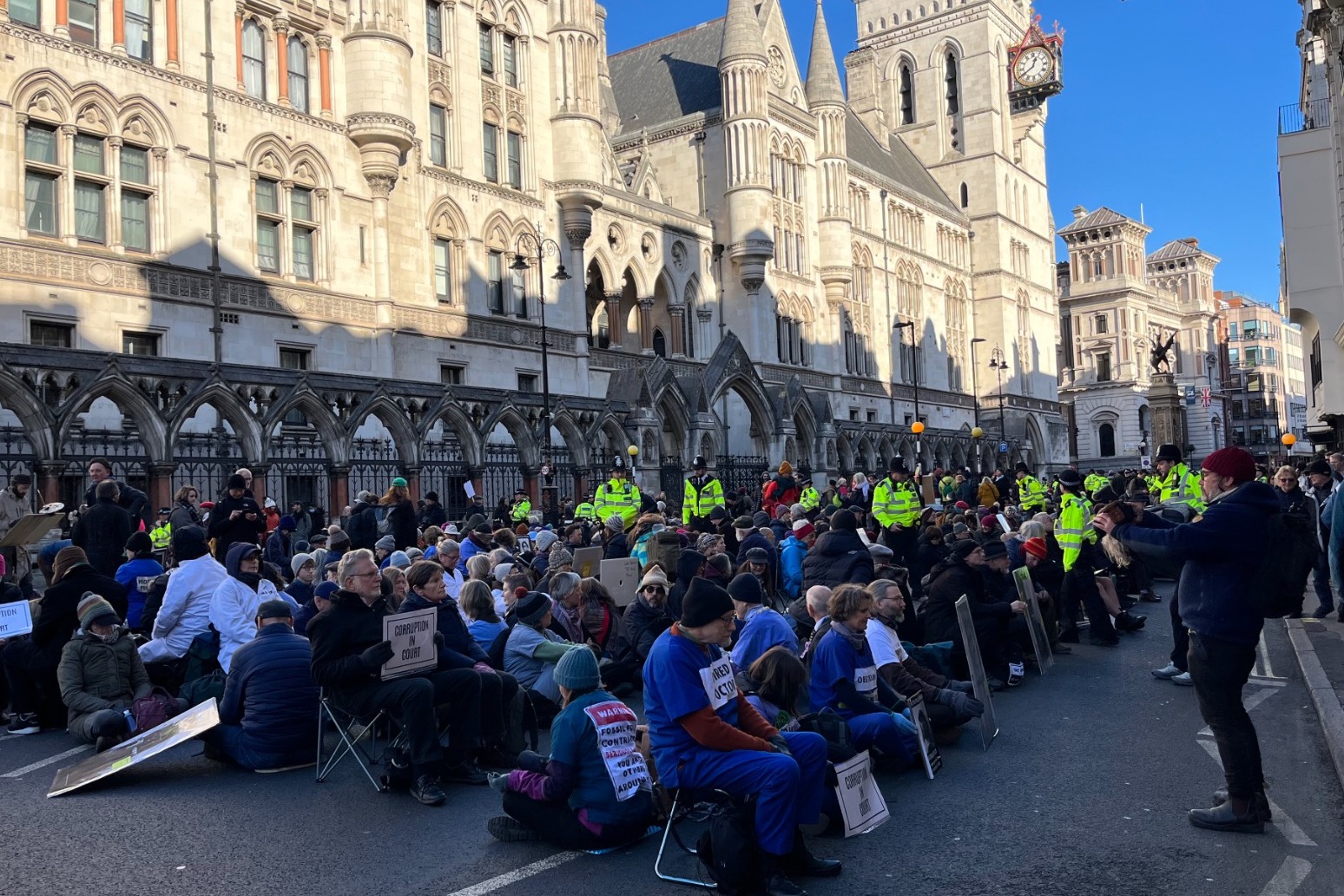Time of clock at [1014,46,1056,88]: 12:40
